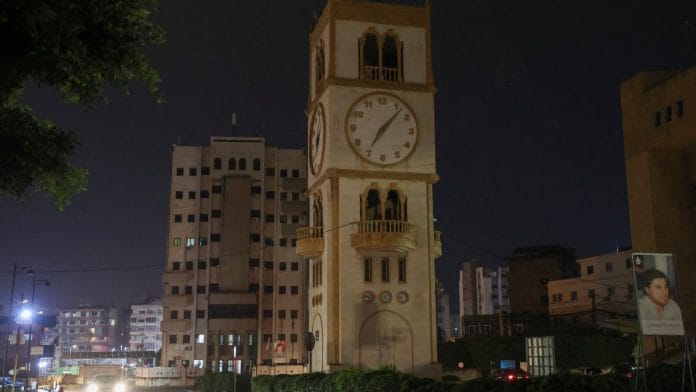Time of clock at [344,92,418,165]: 7:07
